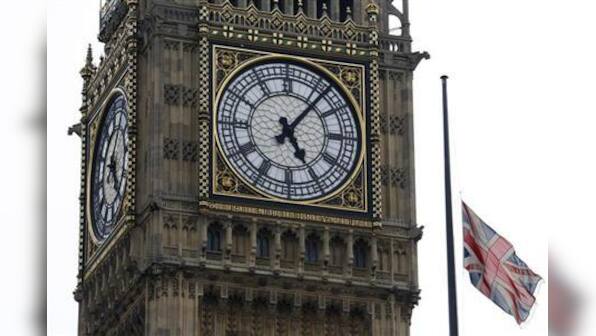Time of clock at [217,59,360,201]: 5:06
